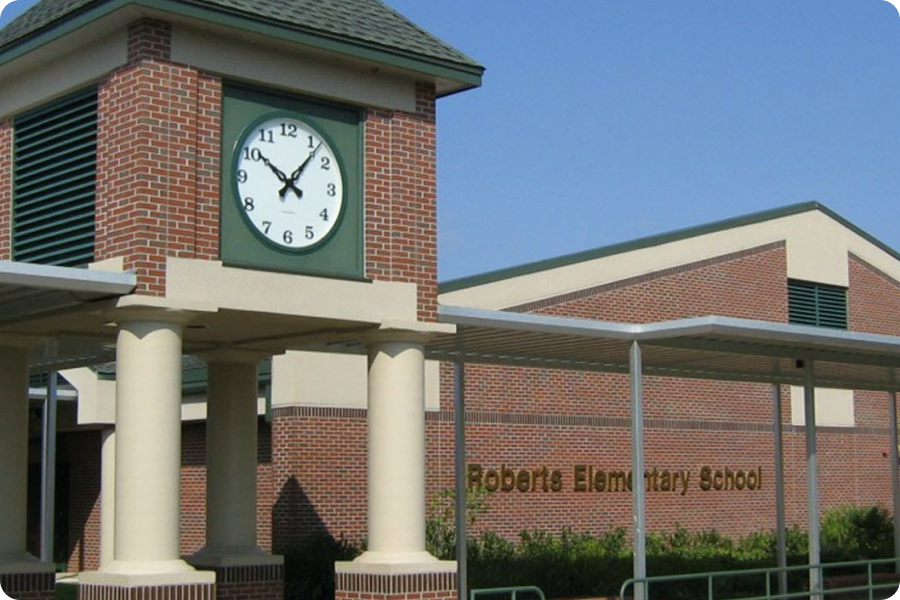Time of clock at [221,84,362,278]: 10:06
